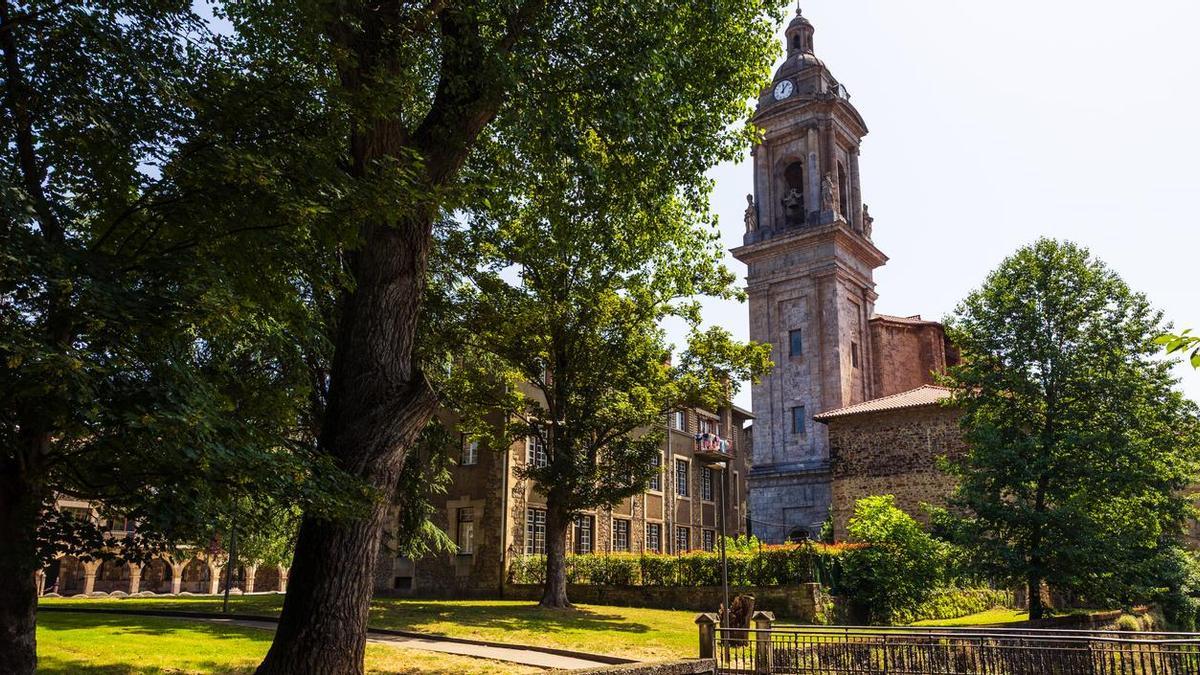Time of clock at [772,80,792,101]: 12:07
